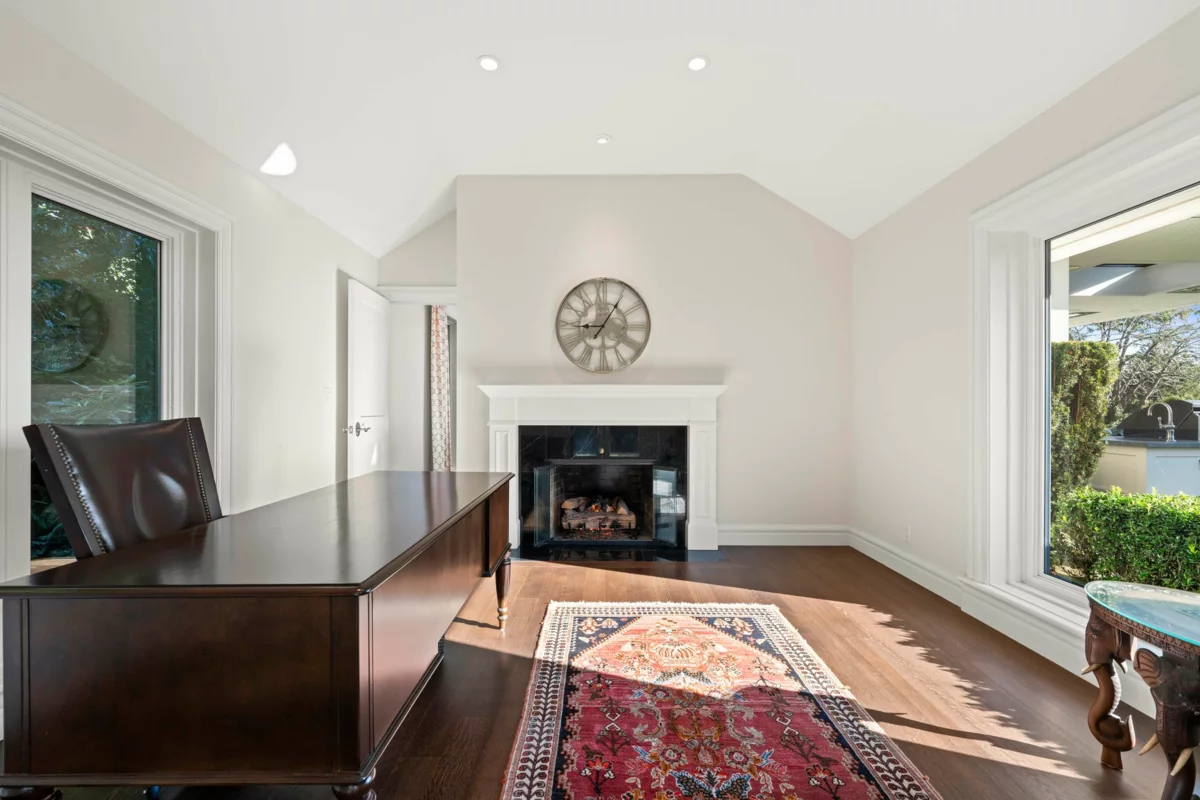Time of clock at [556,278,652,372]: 9:05
